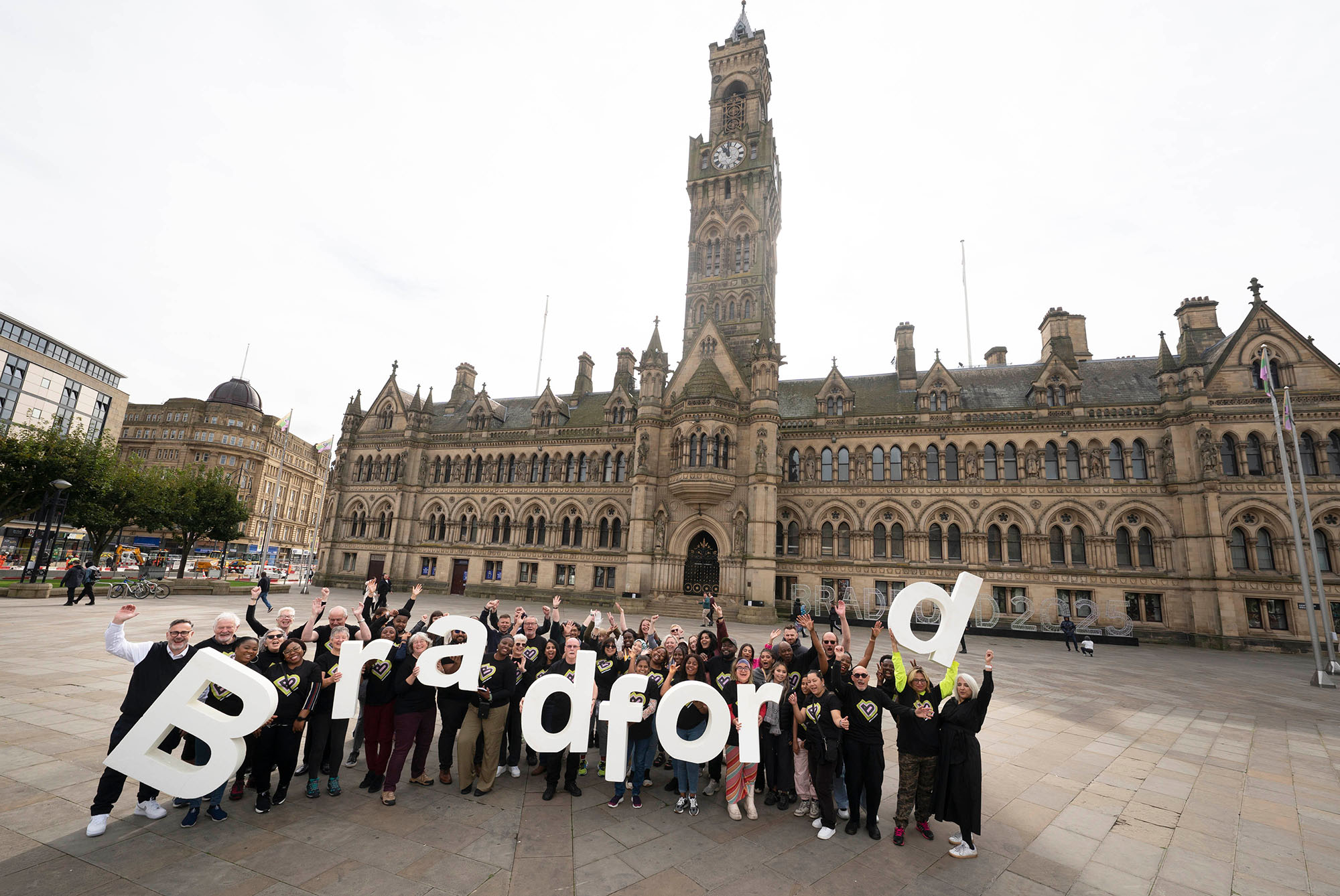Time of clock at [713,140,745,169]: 10:59
